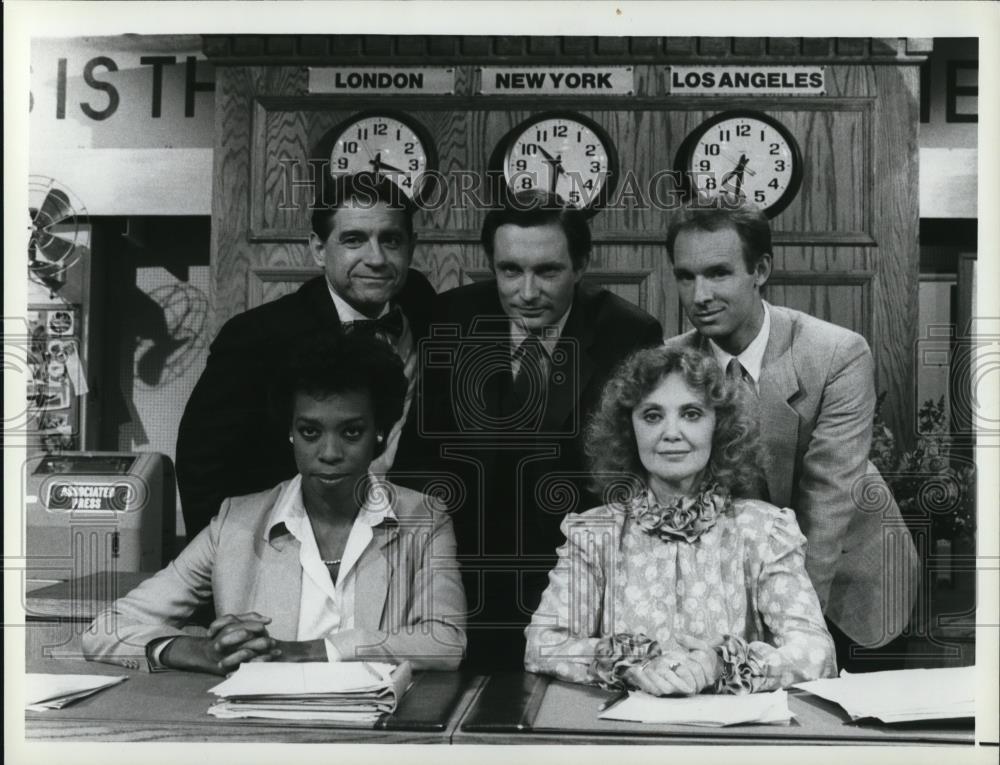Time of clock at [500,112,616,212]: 10:31
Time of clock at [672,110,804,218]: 7:31
